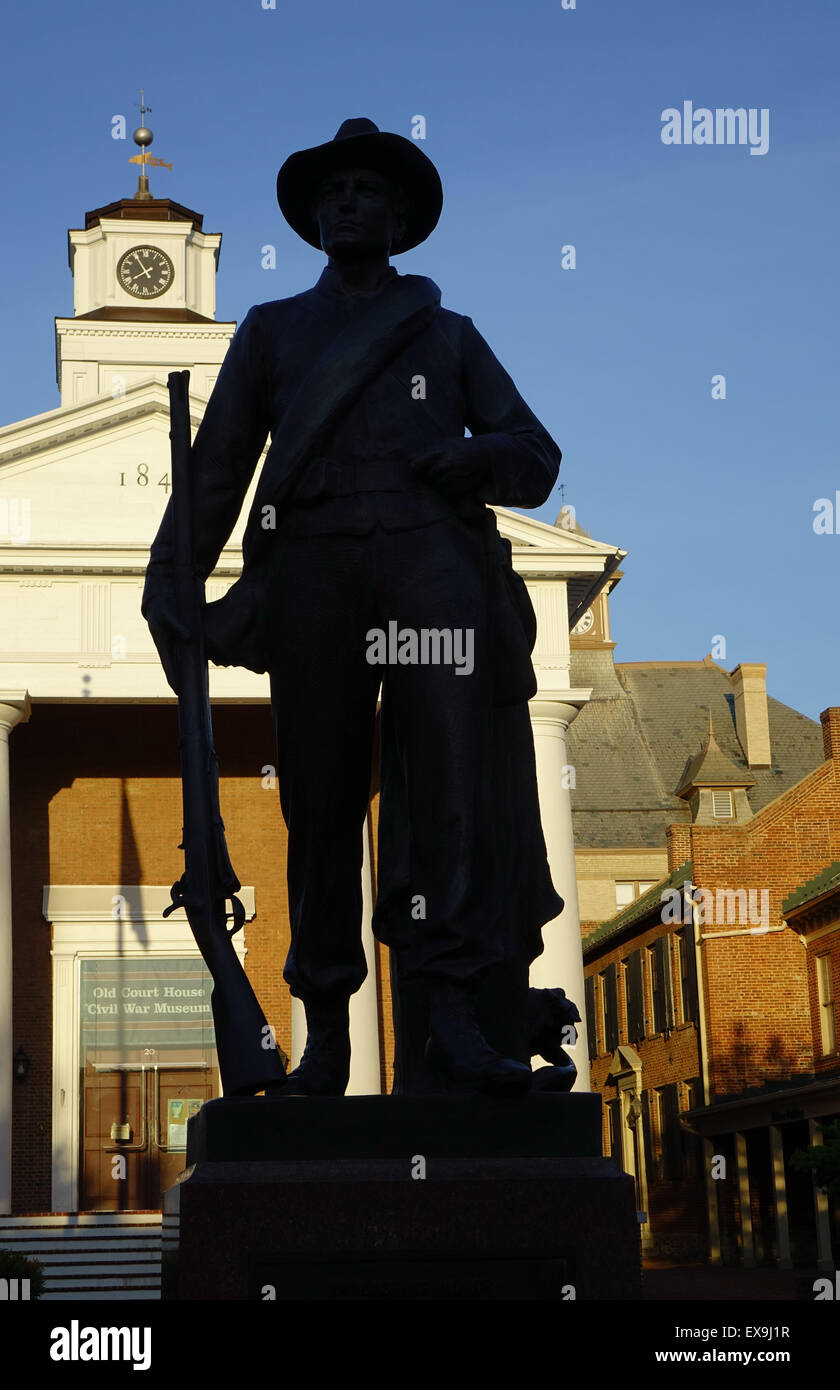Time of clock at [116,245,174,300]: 7:54
